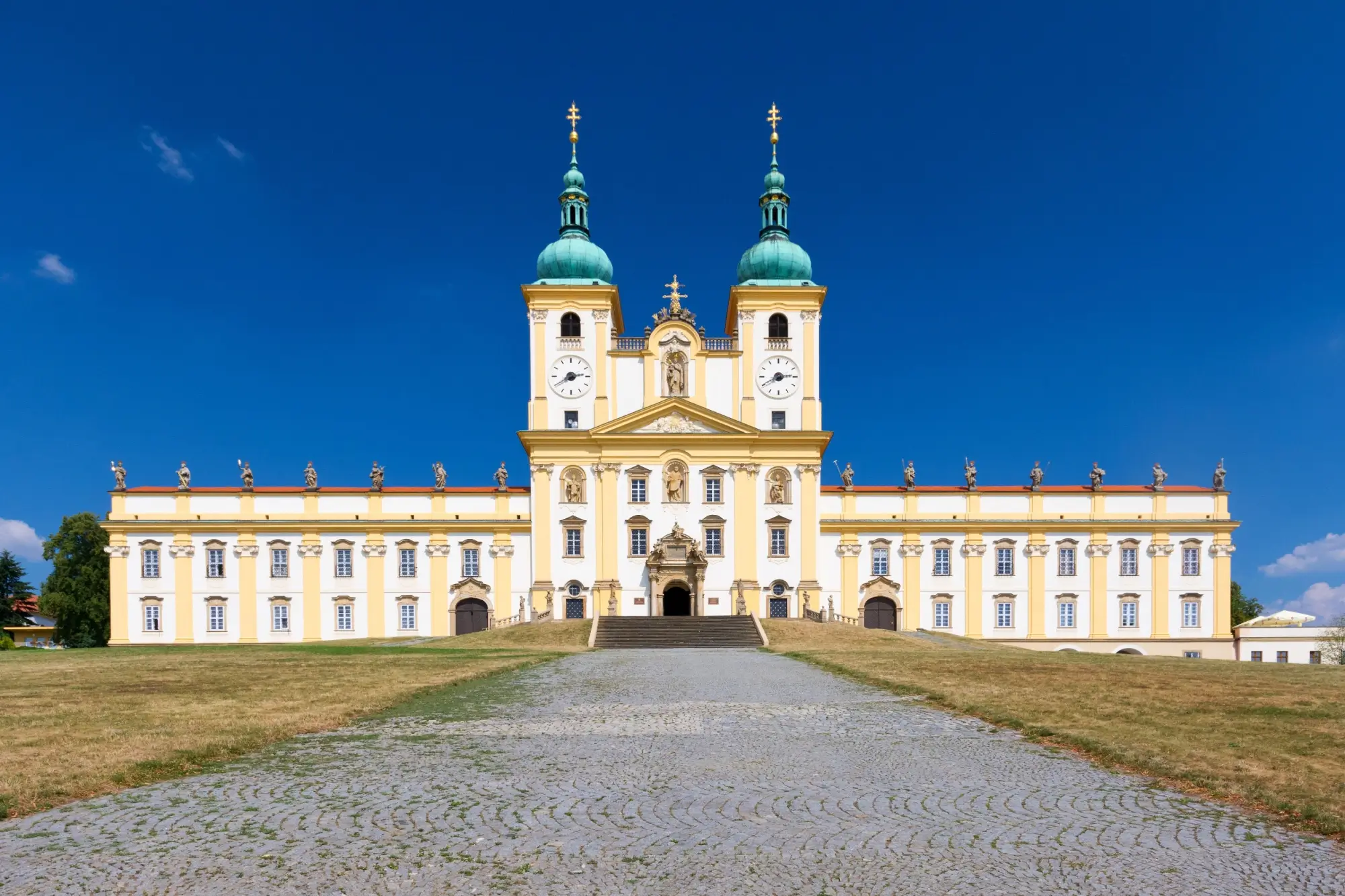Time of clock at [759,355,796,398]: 2:40
